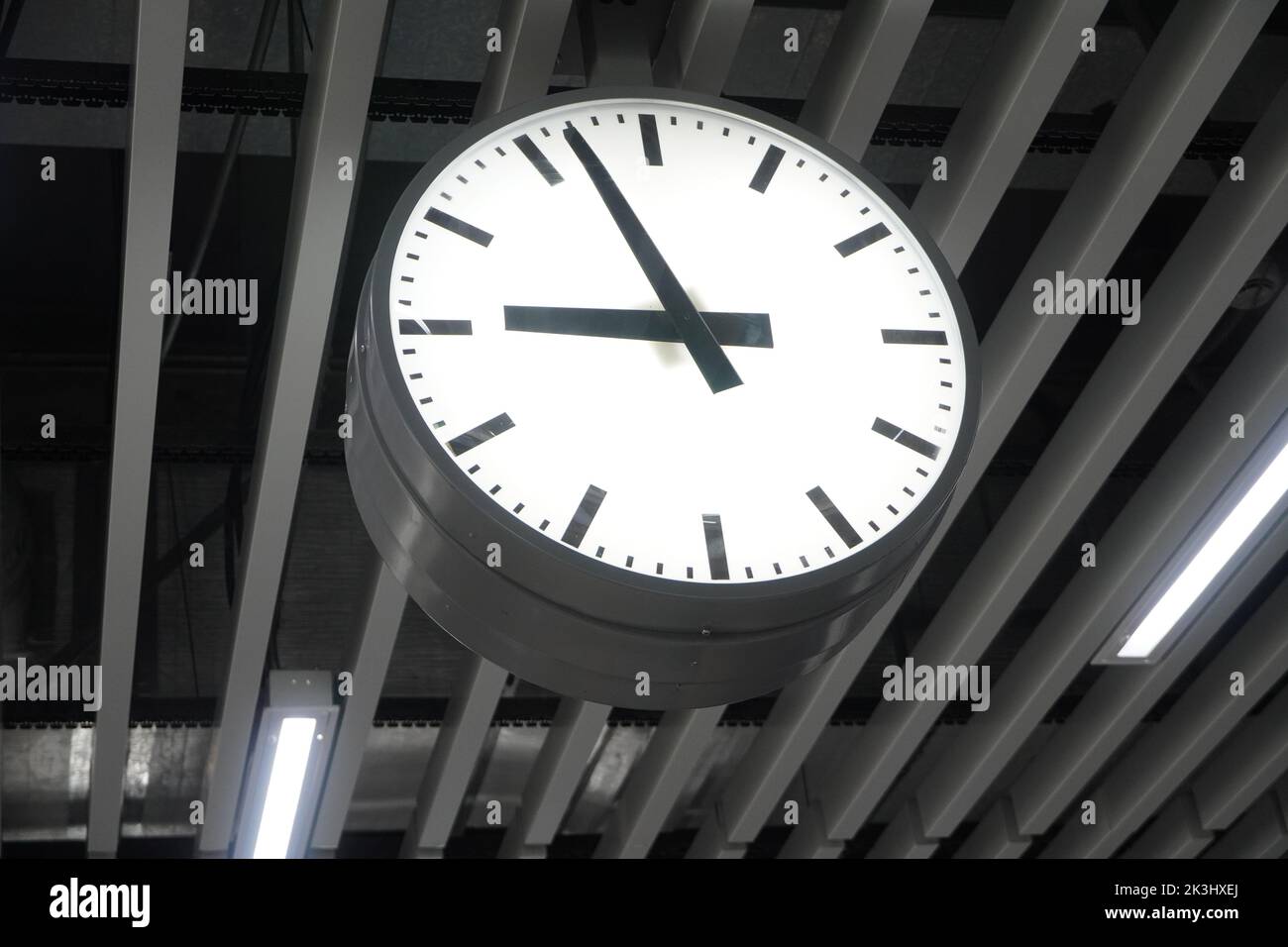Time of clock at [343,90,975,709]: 8:56
